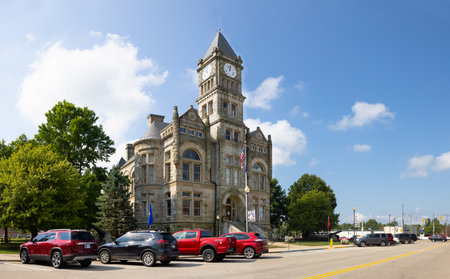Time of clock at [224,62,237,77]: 11:02
